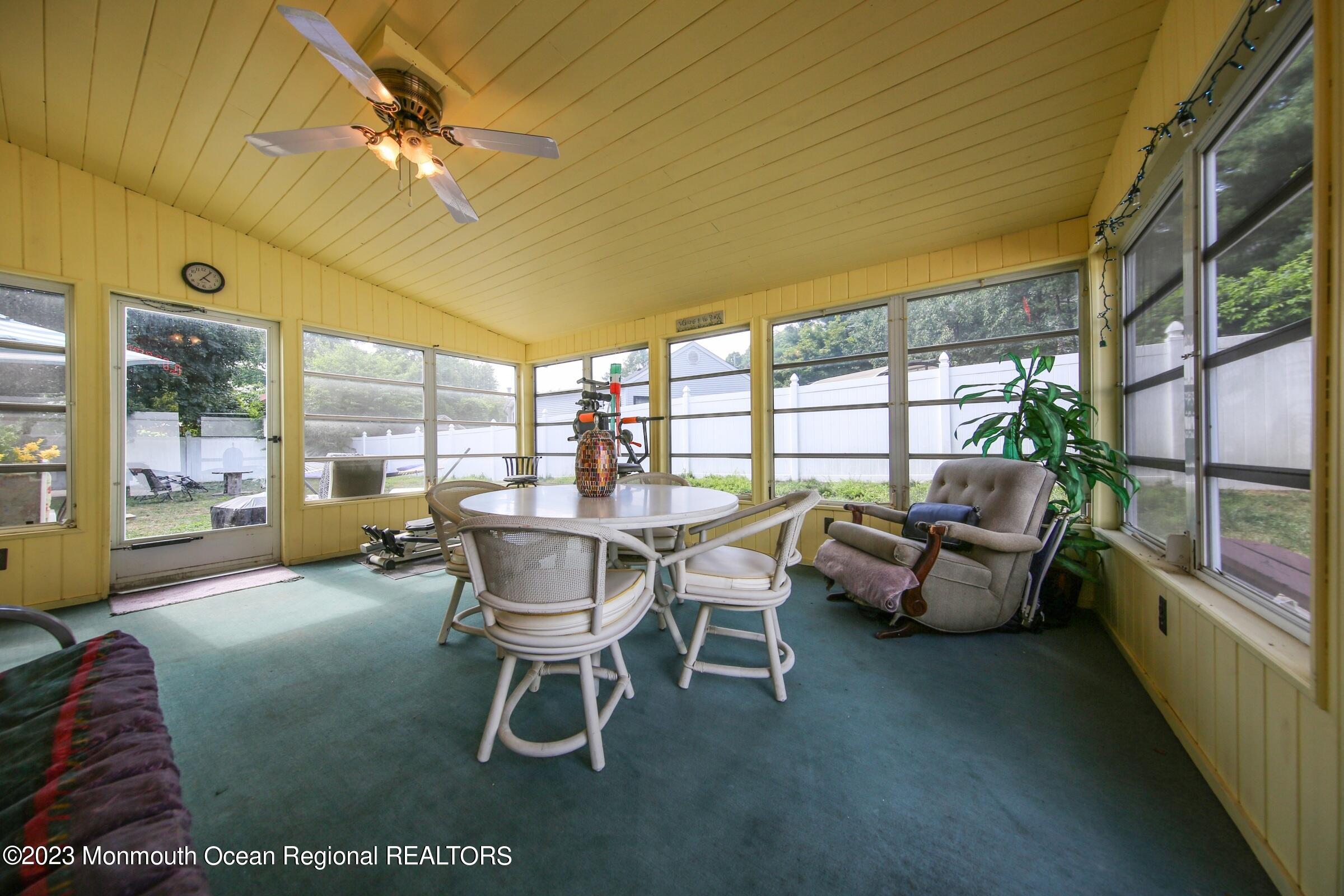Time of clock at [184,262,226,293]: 4:06
